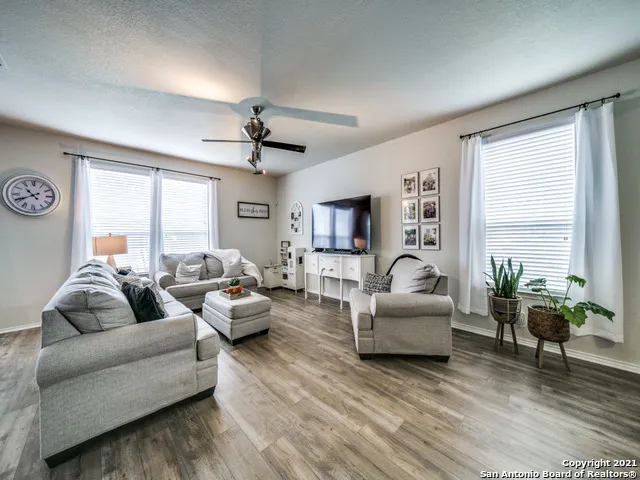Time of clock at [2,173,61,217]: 10:40
